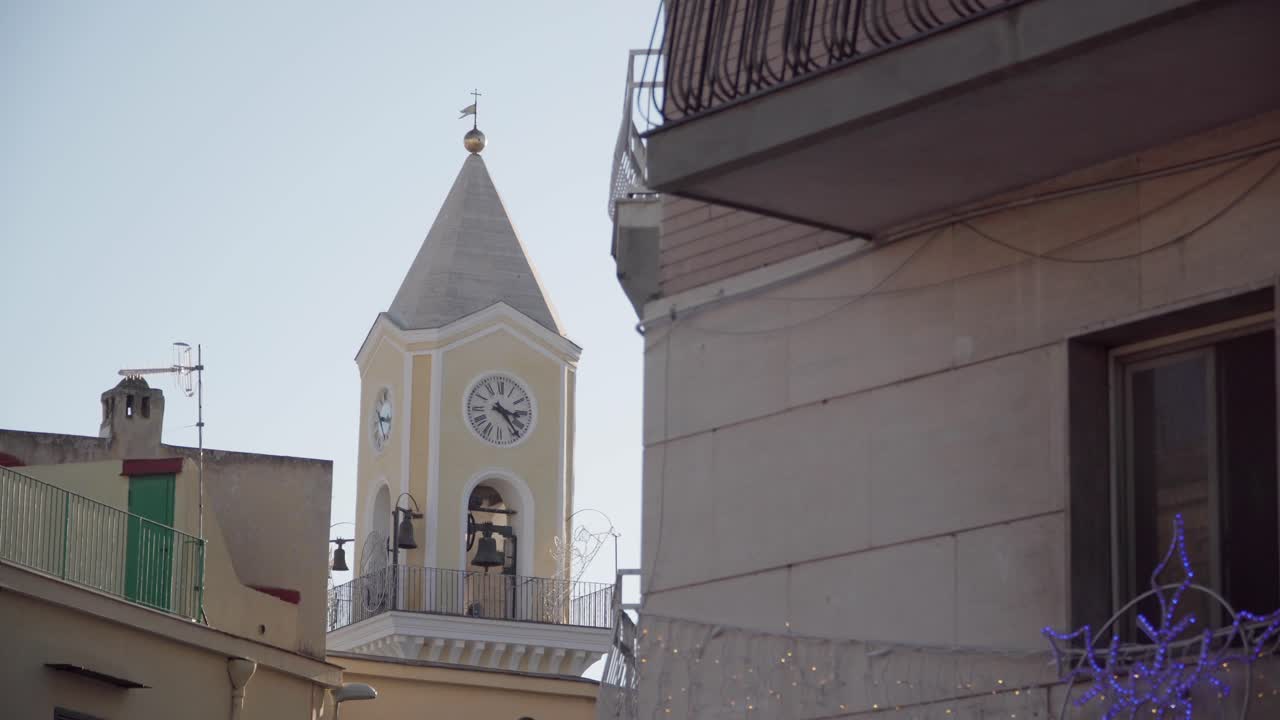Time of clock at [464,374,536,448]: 3:23
